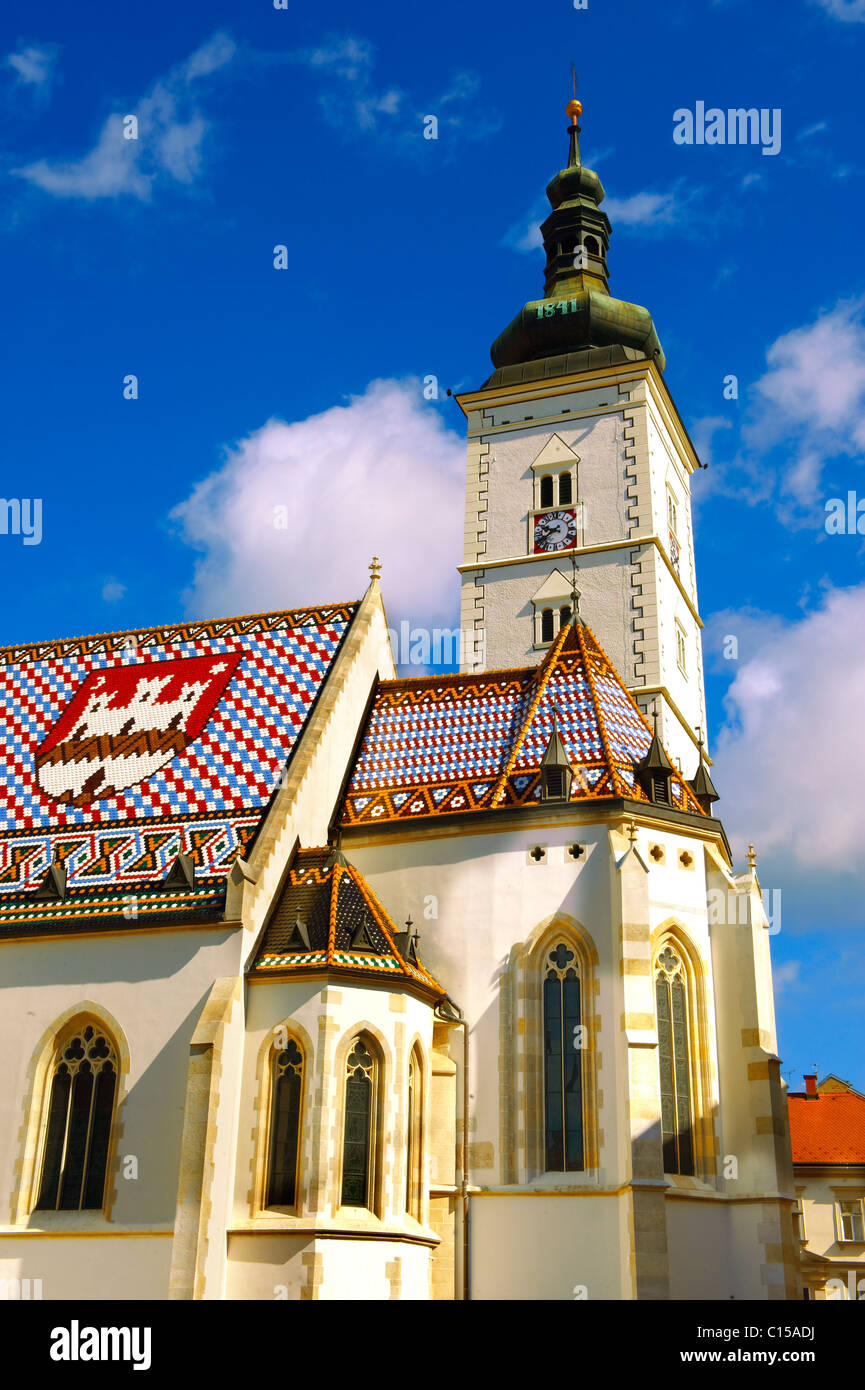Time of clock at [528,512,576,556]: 9:39
